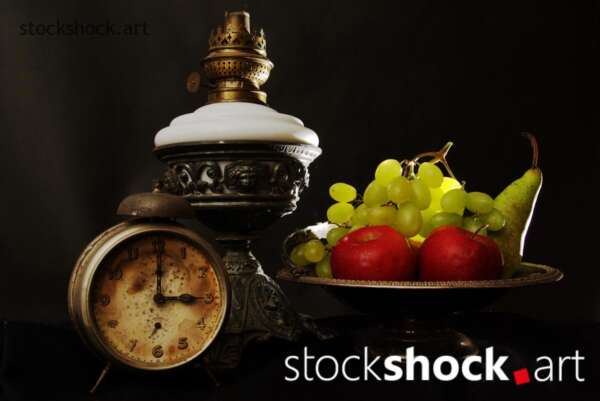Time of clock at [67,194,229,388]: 3:00
